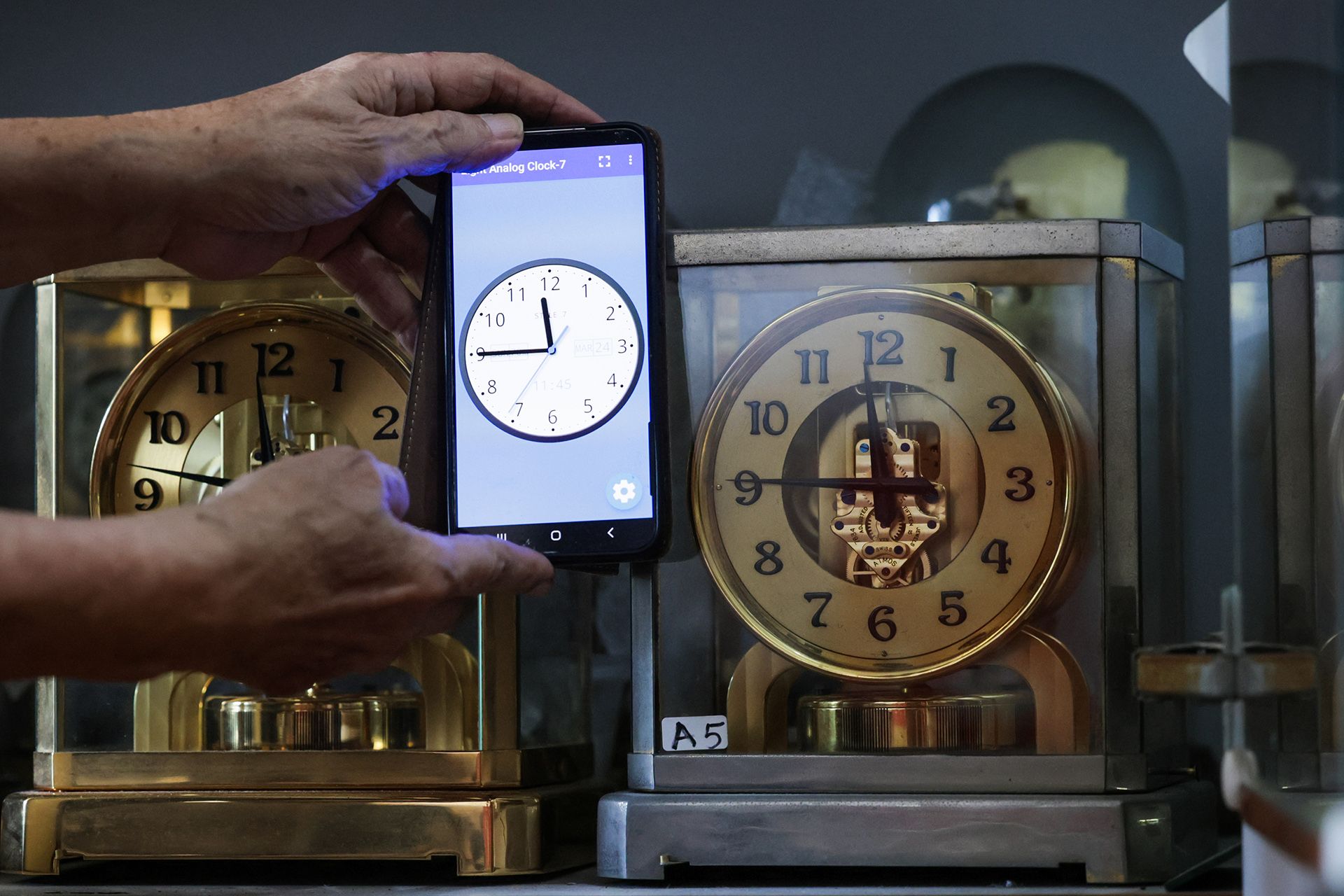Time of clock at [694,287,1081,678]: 11:45
